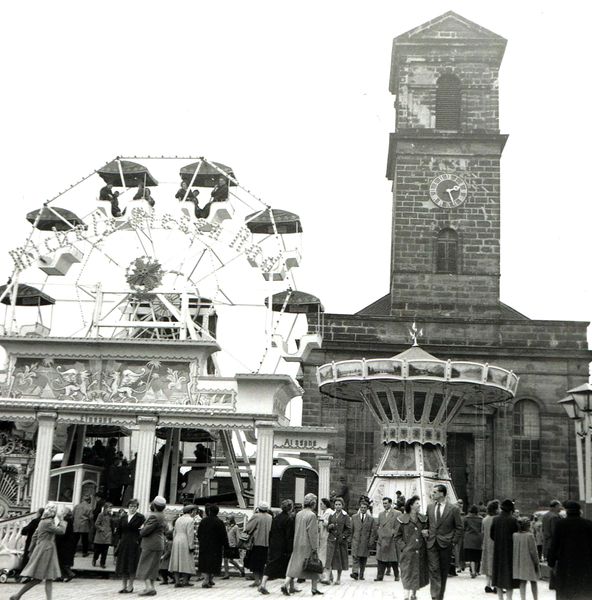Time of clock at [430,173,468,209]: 2:26
